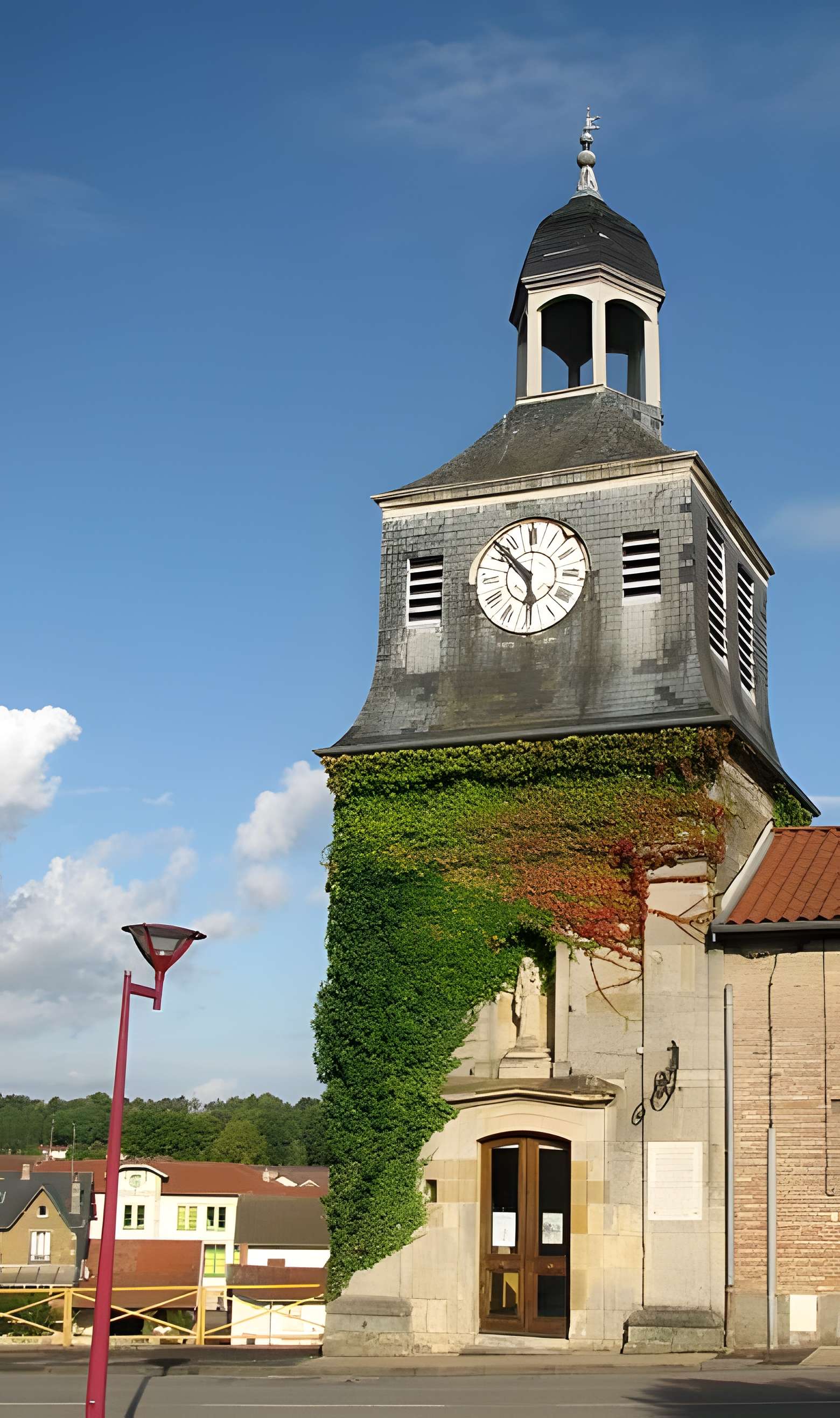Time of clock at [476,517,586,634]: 5:51
